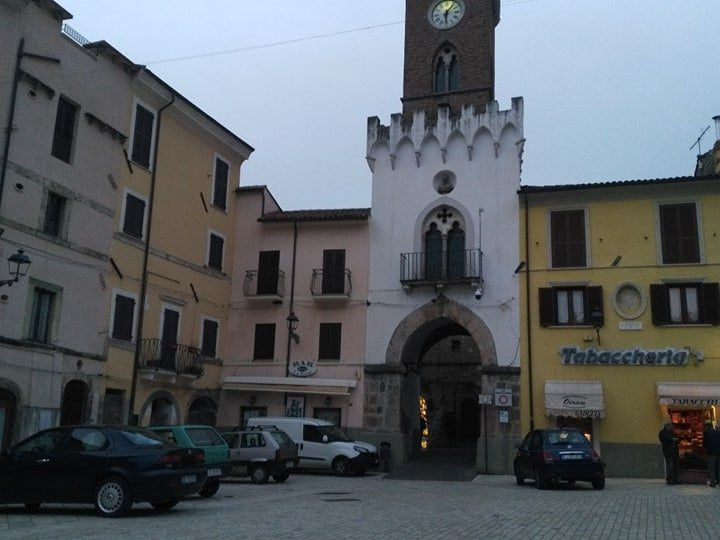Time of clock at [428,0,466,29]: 6:06
